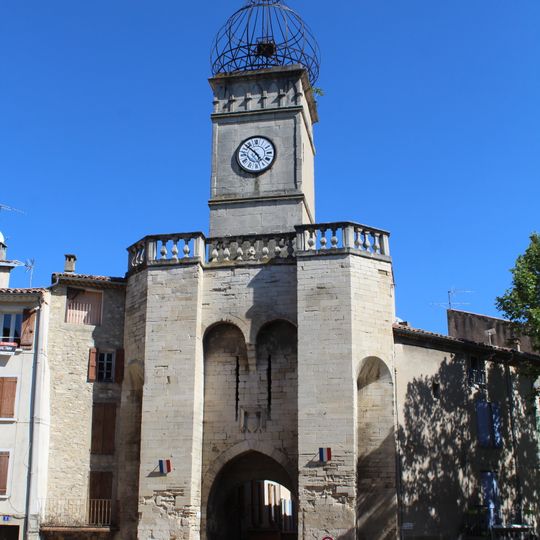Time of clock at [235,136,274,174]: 4:52
